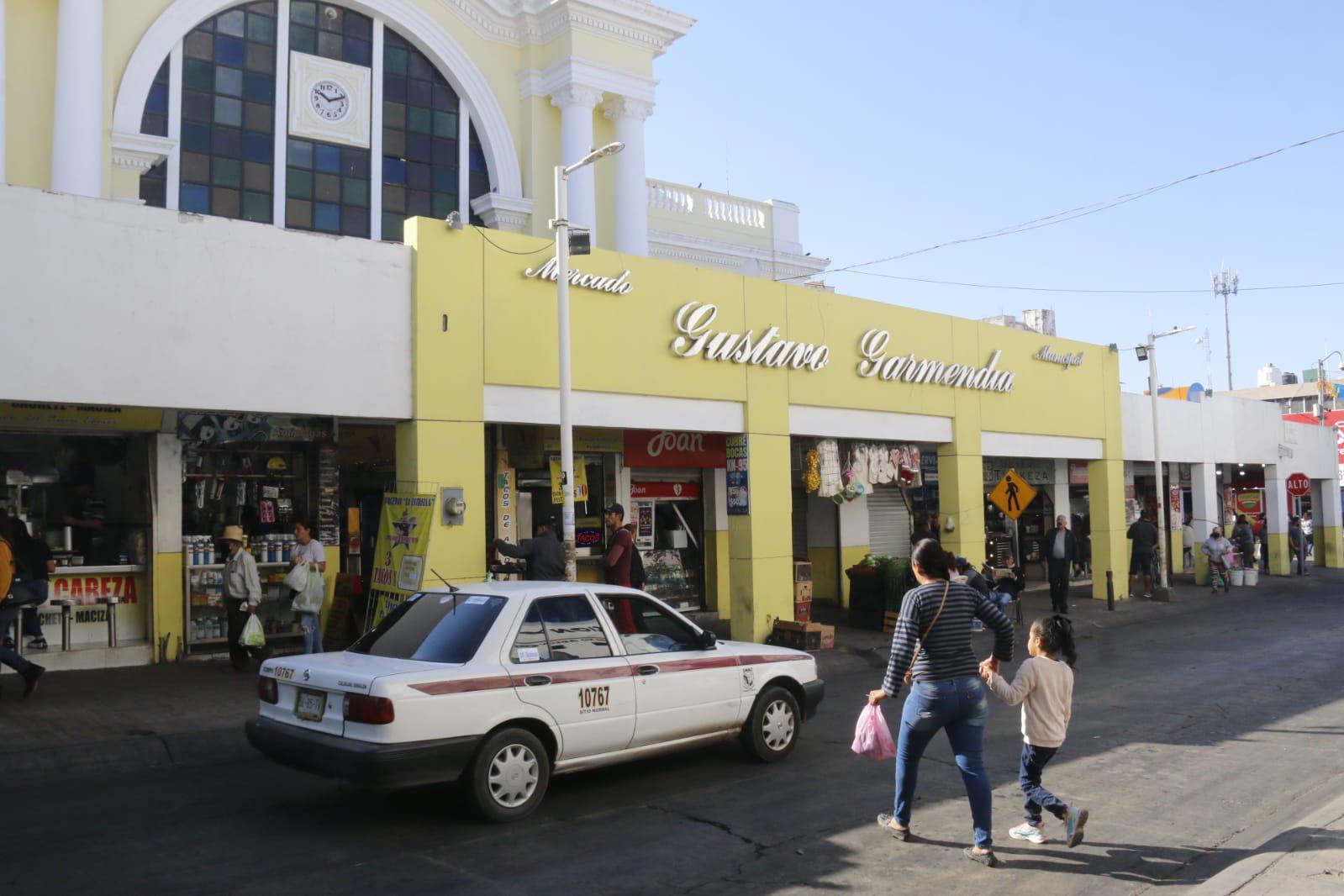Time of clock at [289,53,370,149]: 10:11
